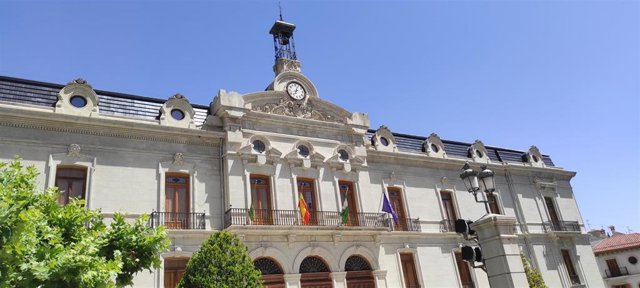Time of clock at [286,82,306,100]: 7:04
